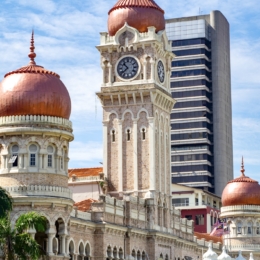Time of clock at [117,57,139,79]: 10:38
